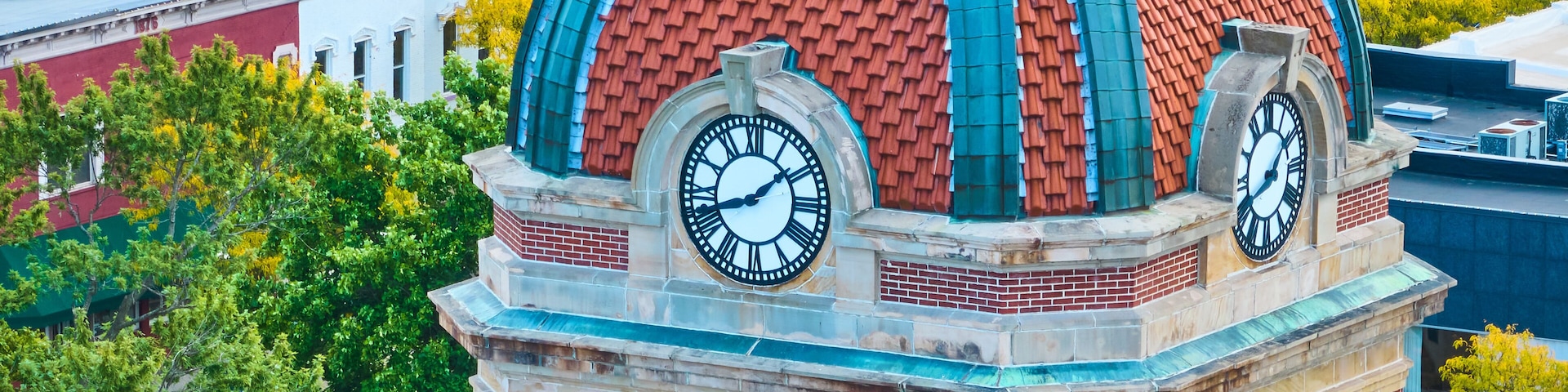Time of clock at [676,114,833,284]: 1:42
